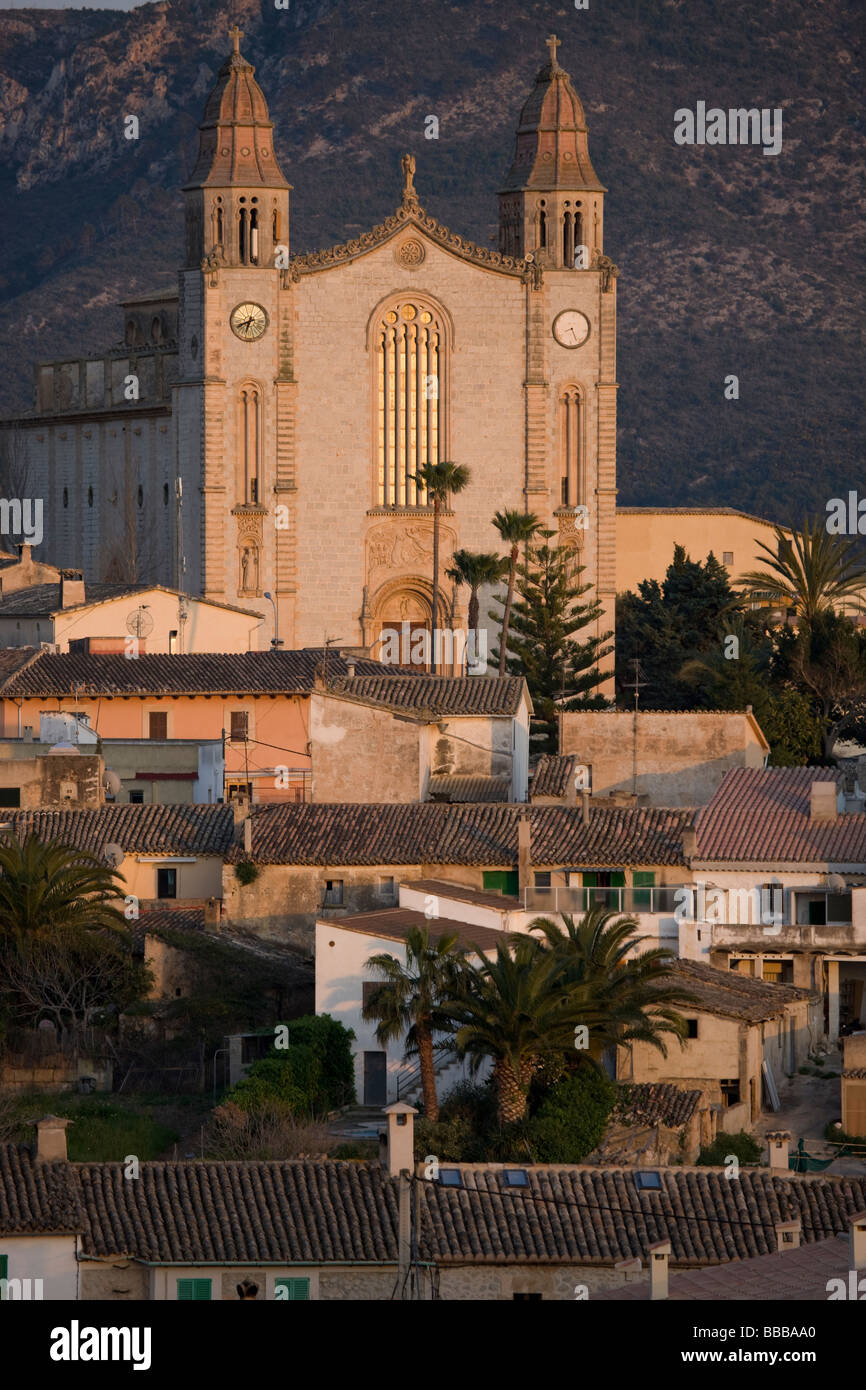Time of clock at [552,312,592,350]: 8:26
